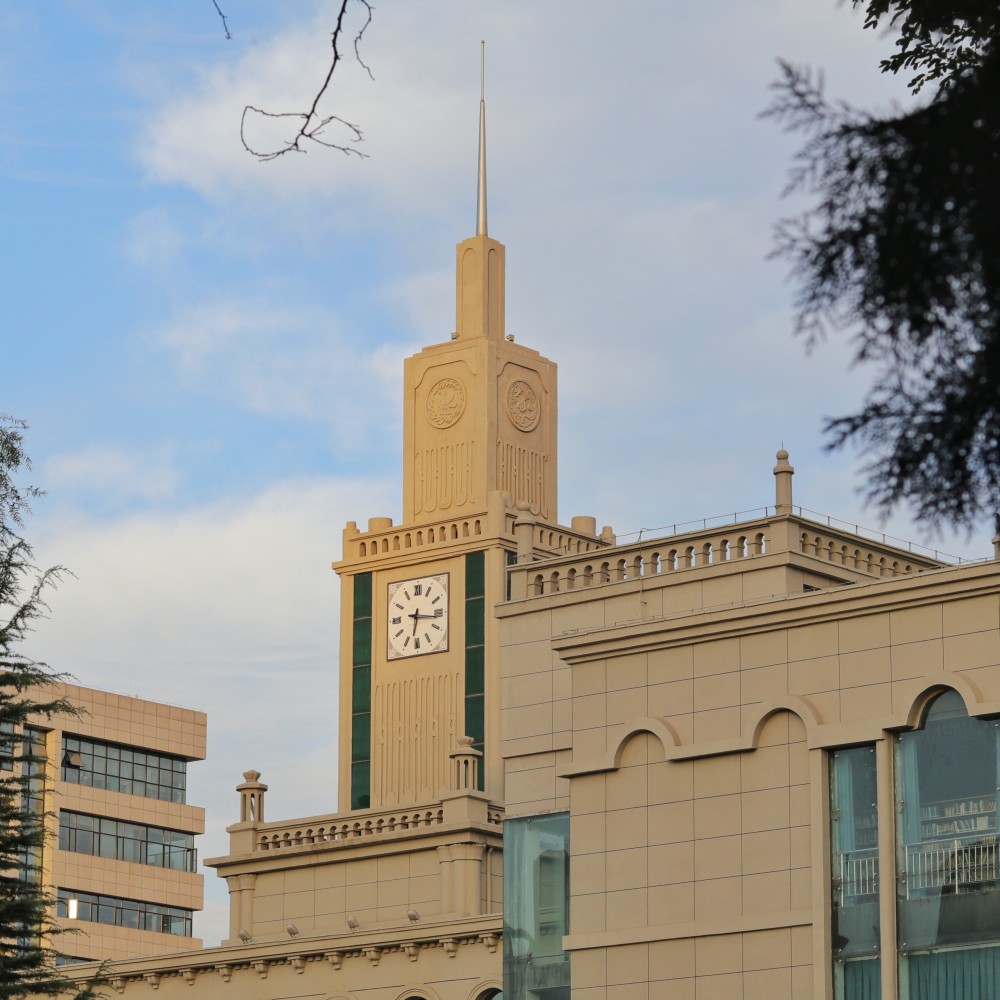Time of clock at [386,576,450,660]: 6:16
